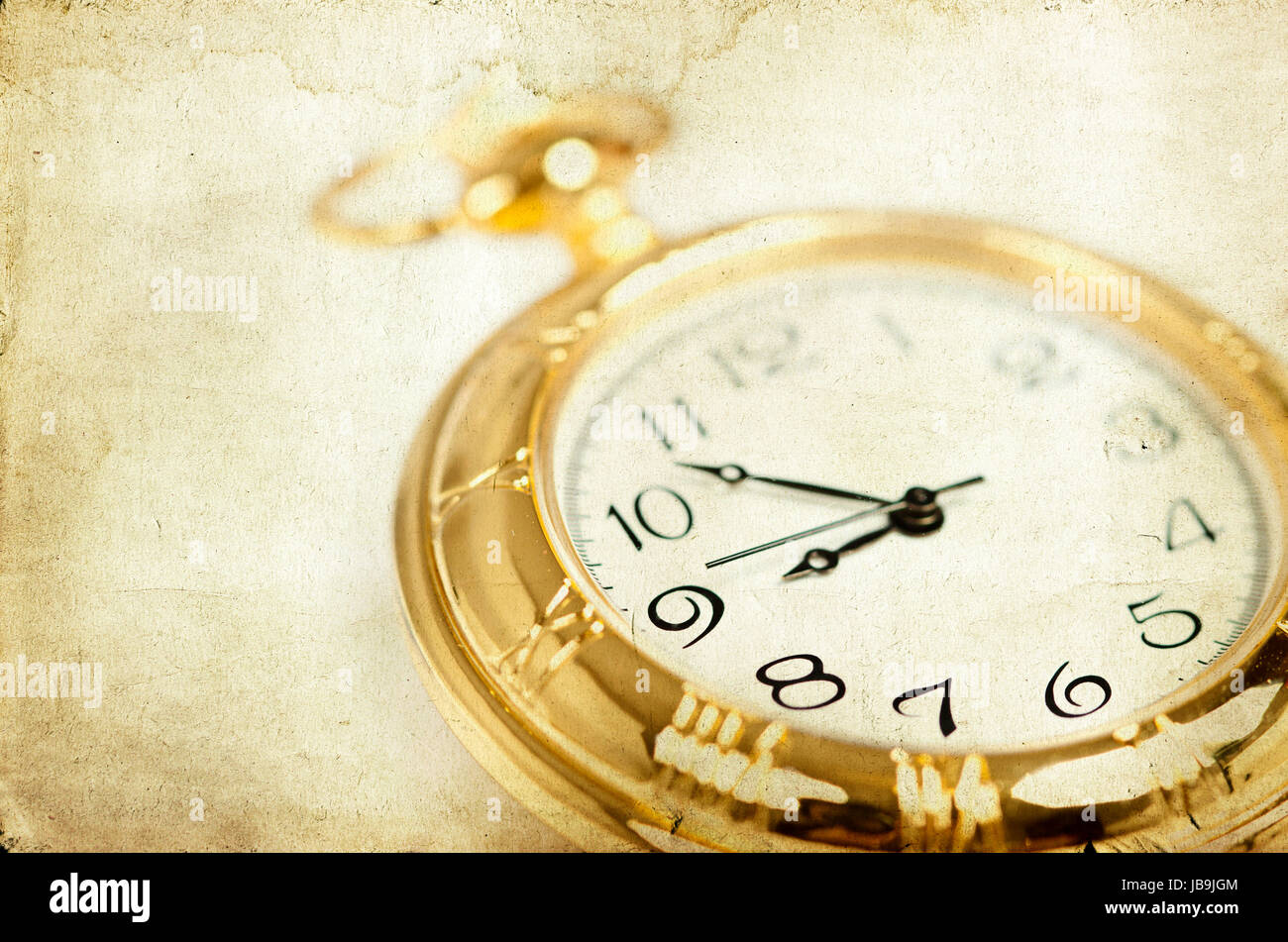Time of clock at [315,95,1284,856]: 7:48
